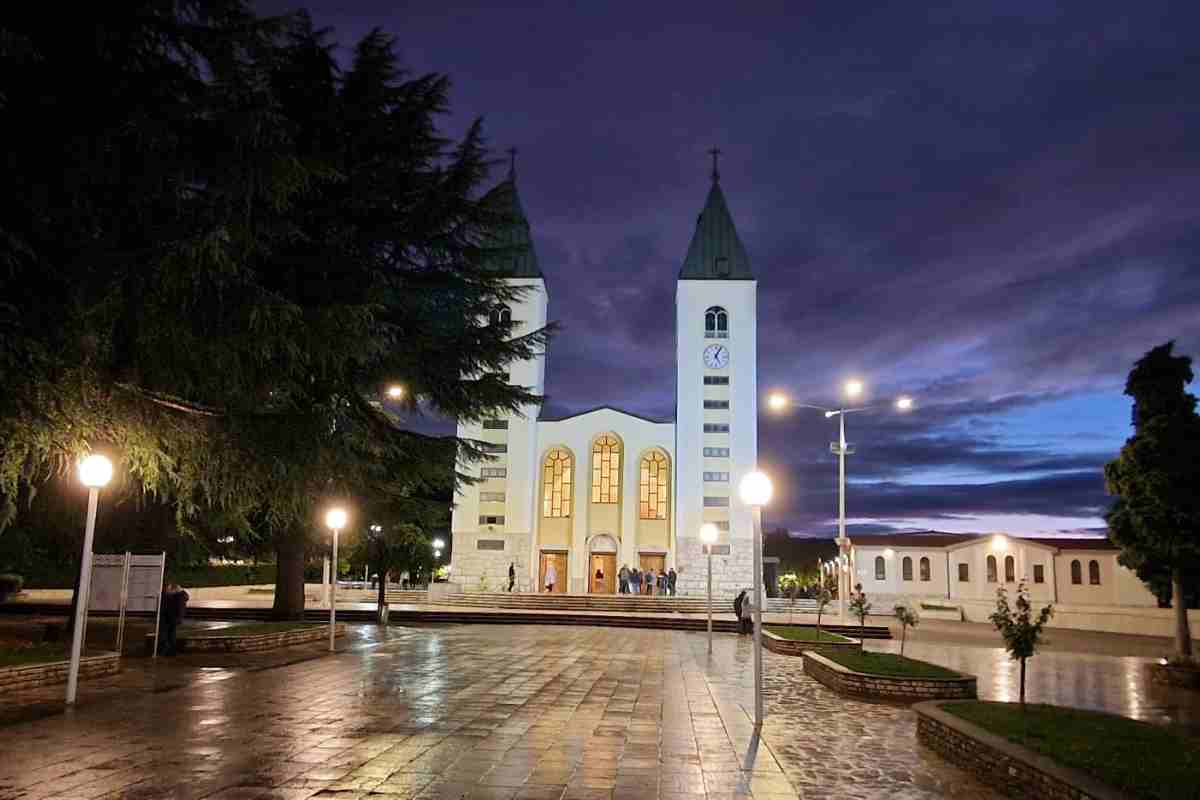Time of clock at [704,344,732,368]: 5:04
